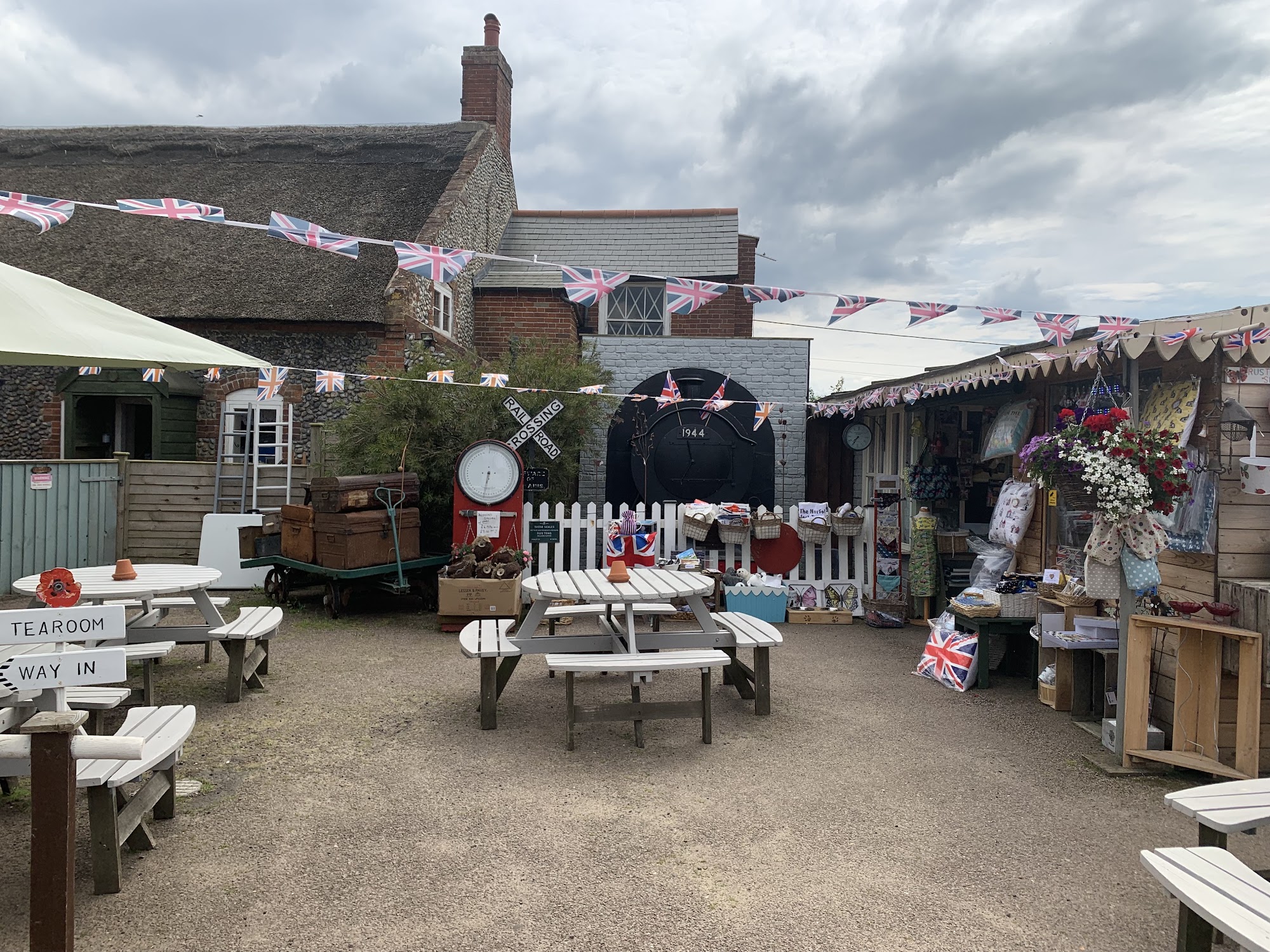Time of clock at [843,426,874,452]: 7:35
